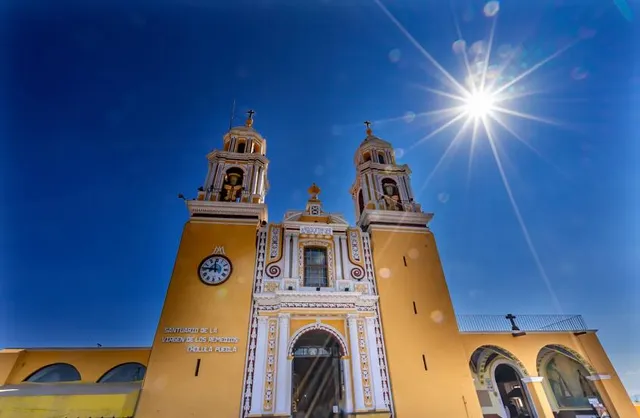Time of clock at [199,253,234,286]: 11:46
